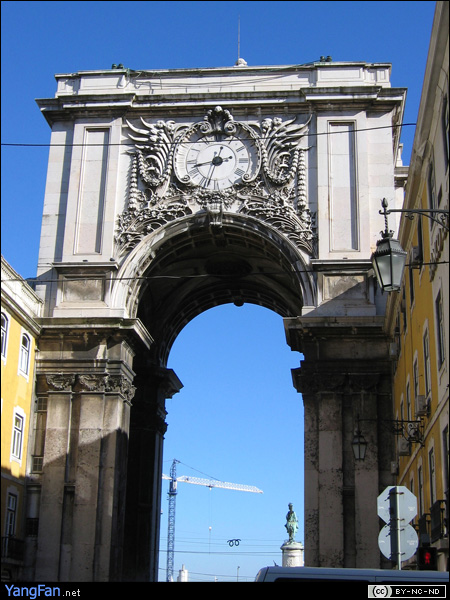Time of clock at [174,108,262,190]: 8:33
